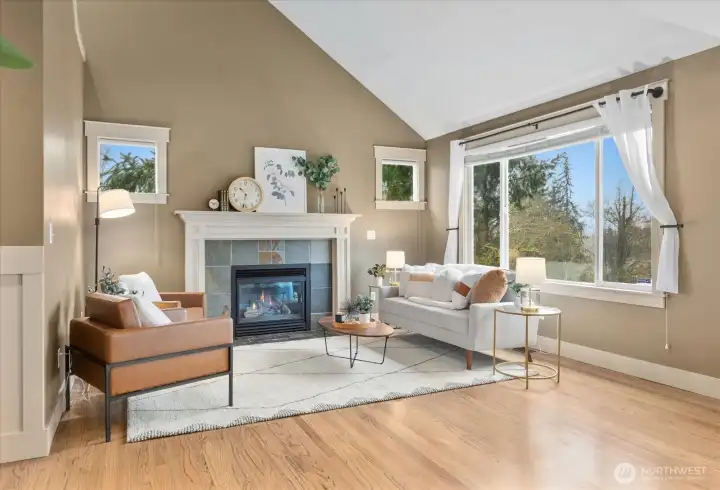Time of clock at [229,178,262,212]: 10:32
